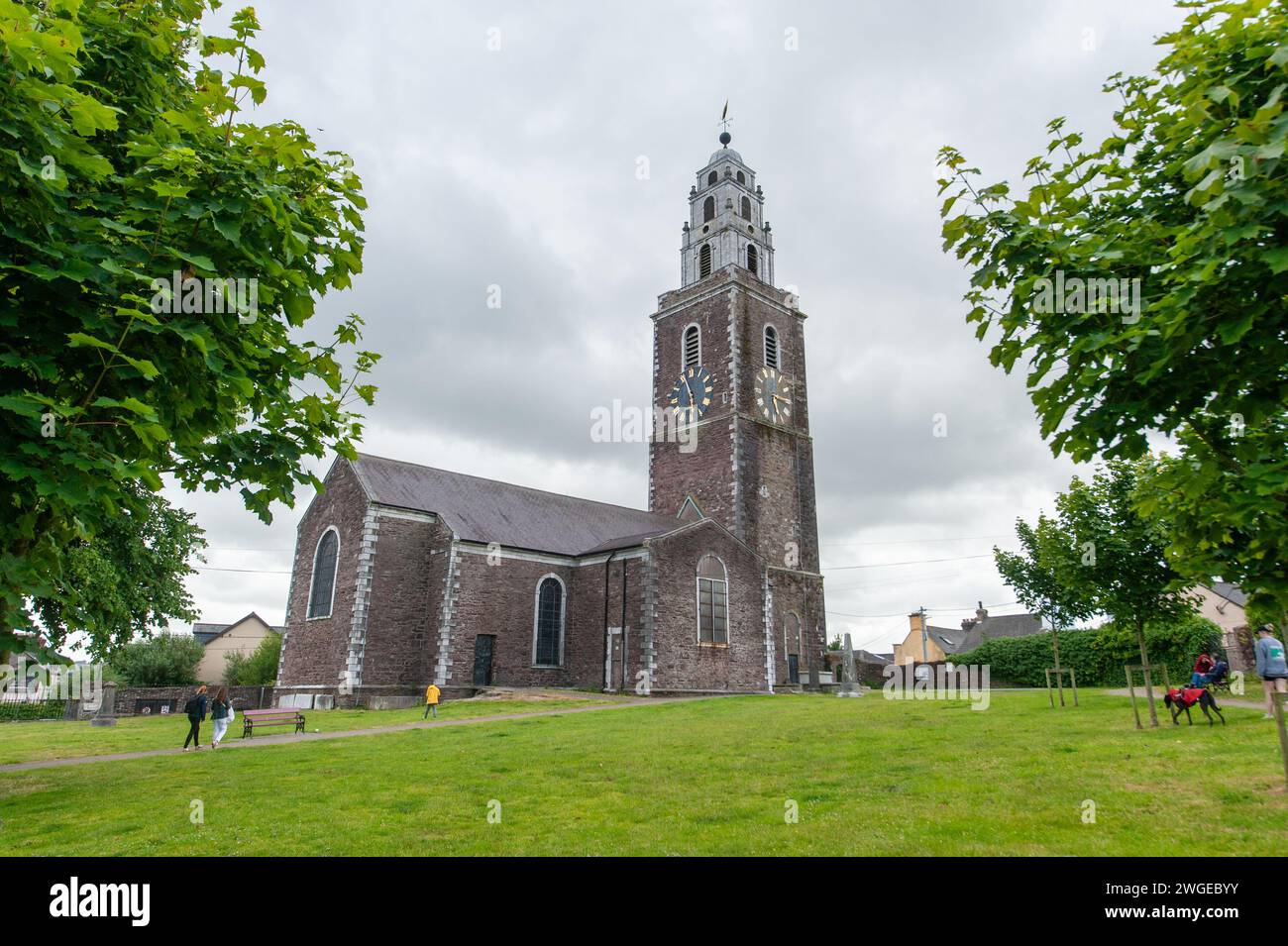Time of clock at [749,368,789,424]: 5:15
